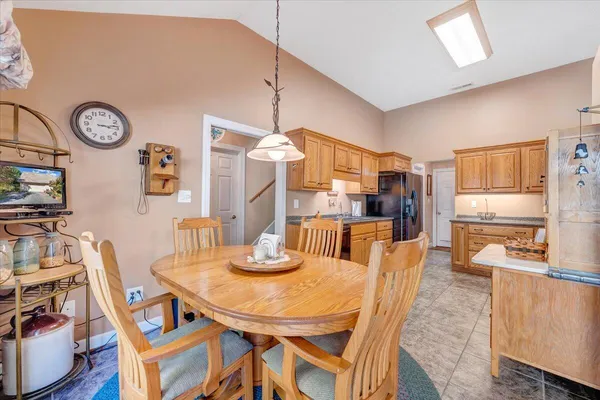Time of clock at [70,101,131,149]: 3:13
